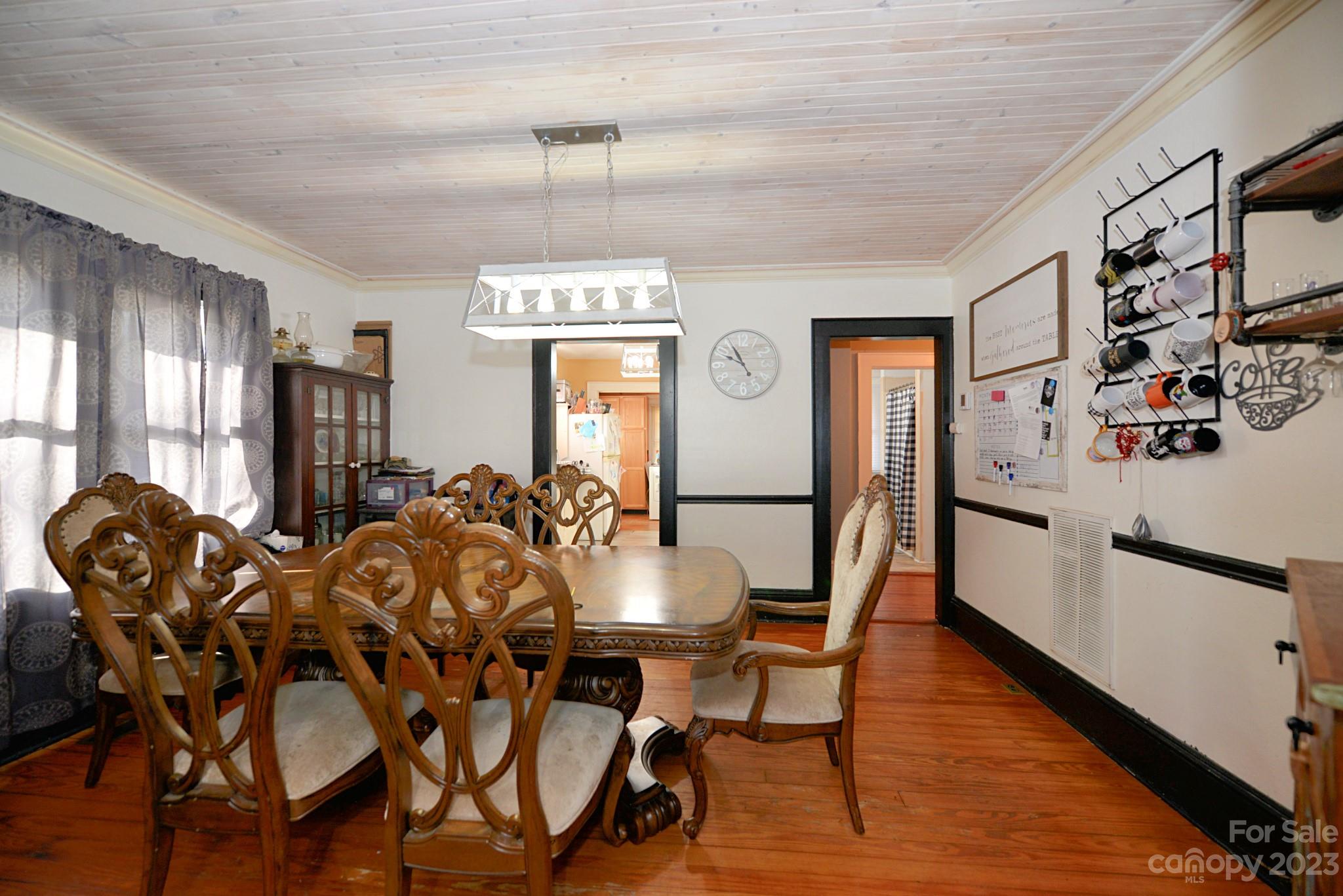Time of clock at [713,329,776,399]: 9:55
